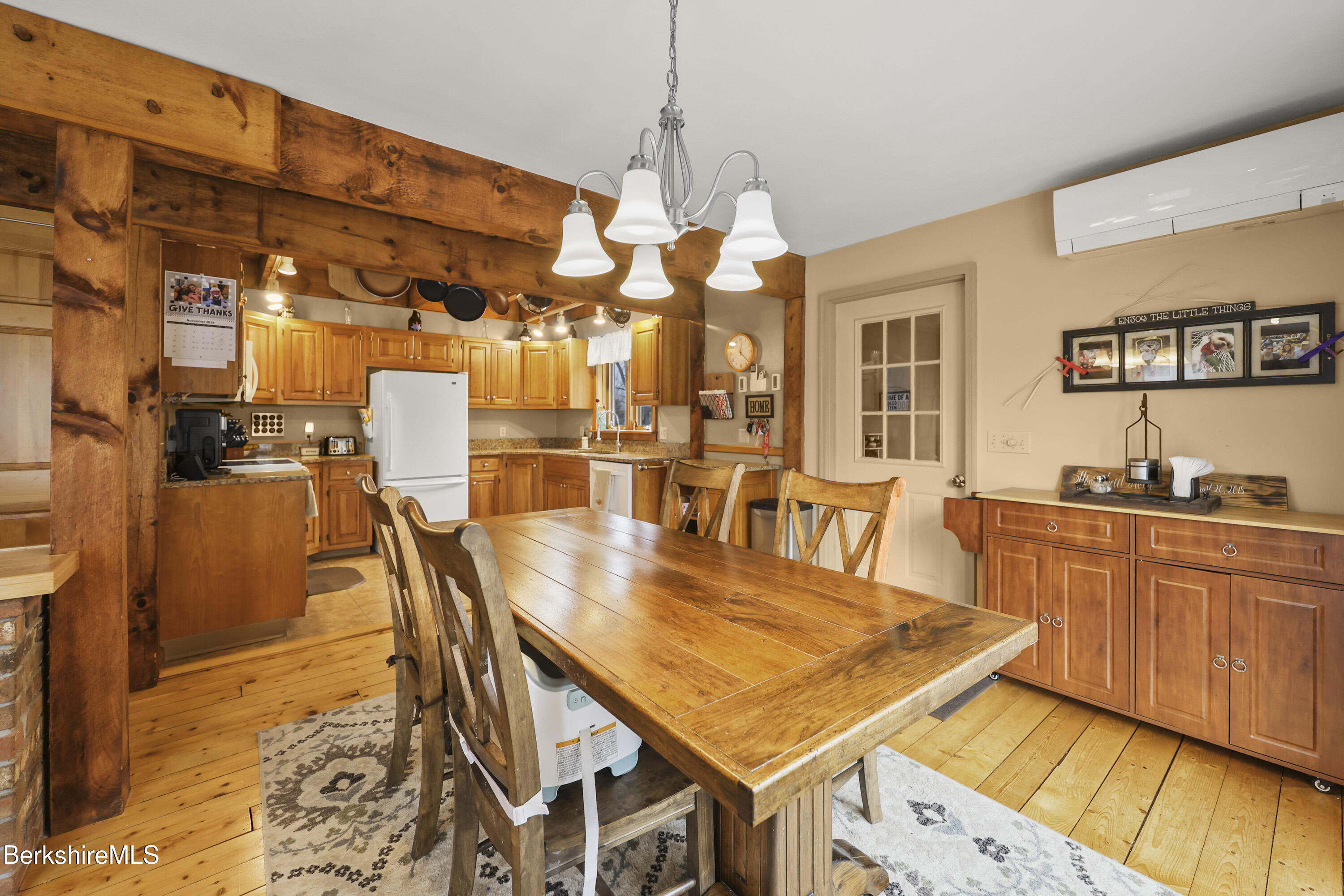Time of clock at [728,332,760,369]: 12:22
